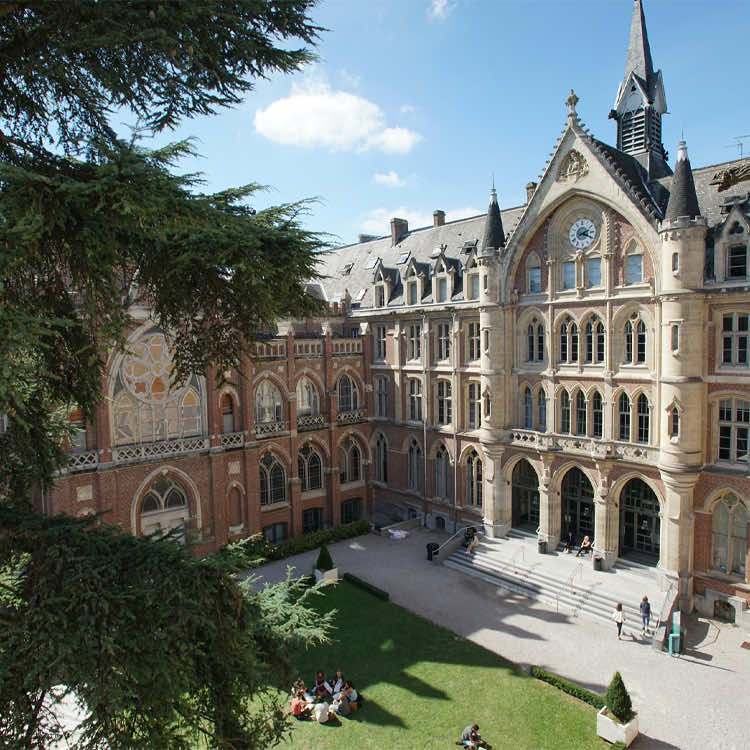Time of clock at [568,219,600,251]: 2:18
